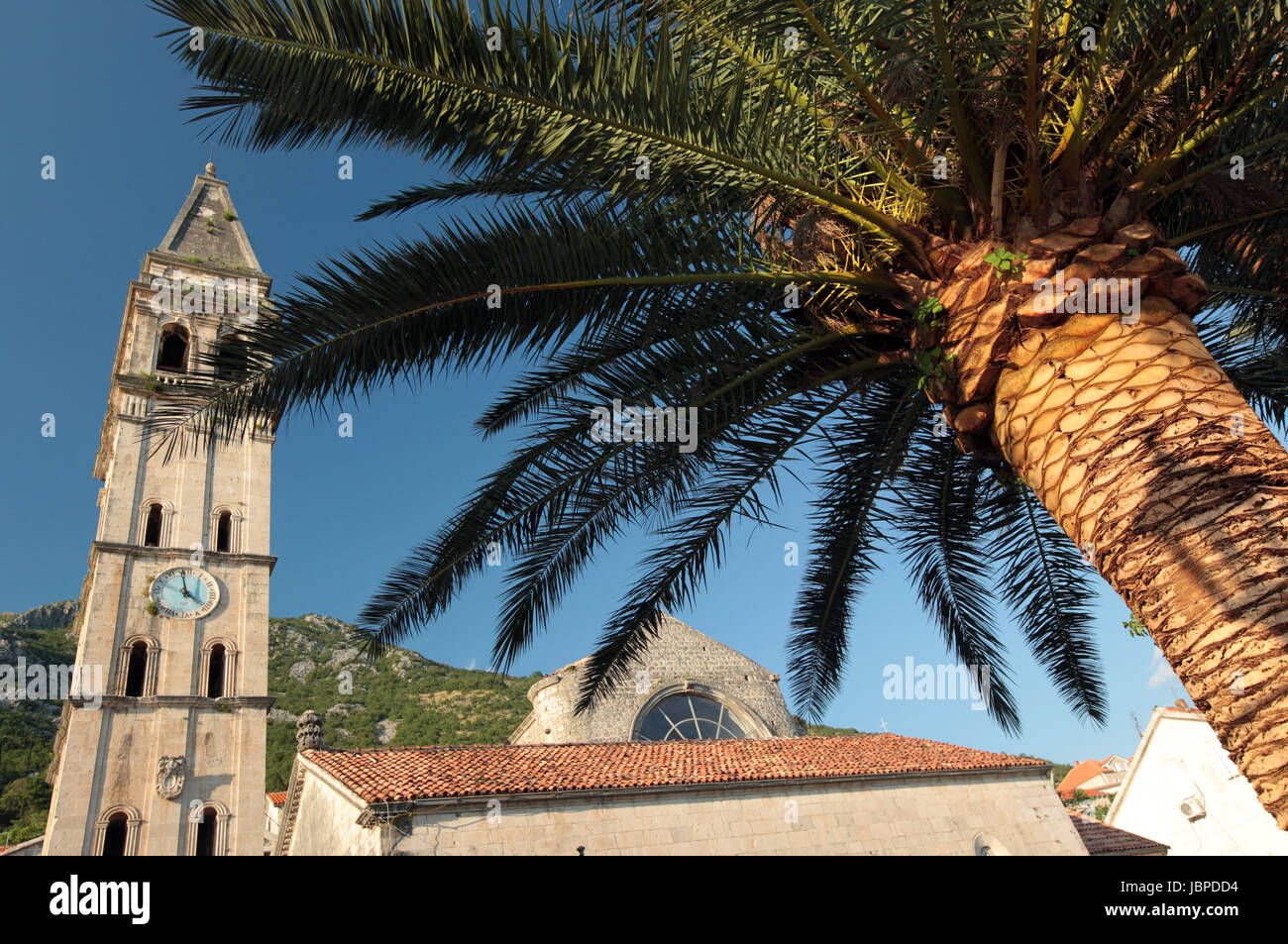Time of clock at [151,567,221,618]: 3:58
